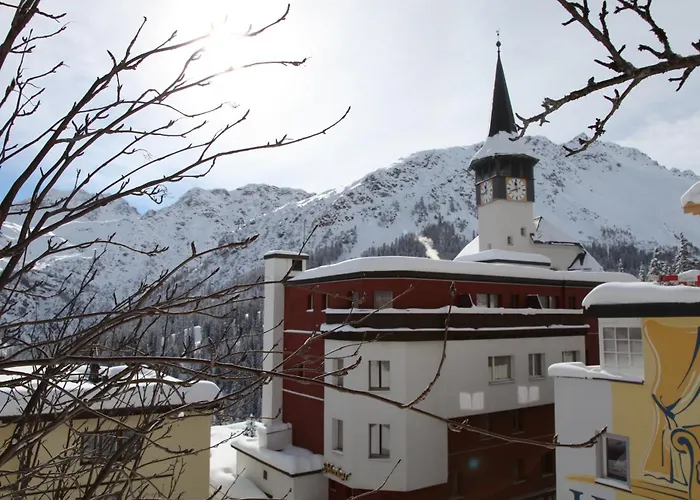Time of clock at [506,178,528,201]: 11:41
